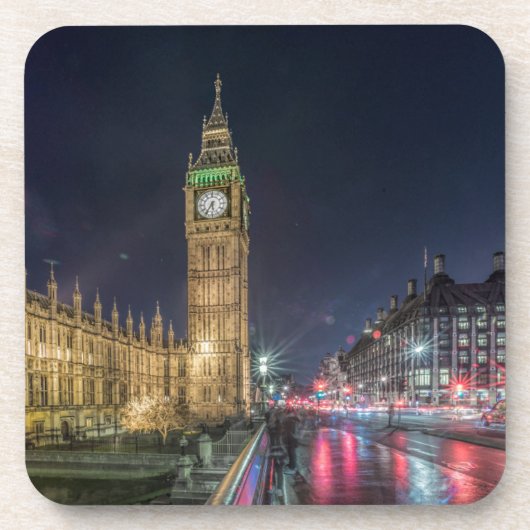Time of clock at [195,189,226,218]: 5:35
